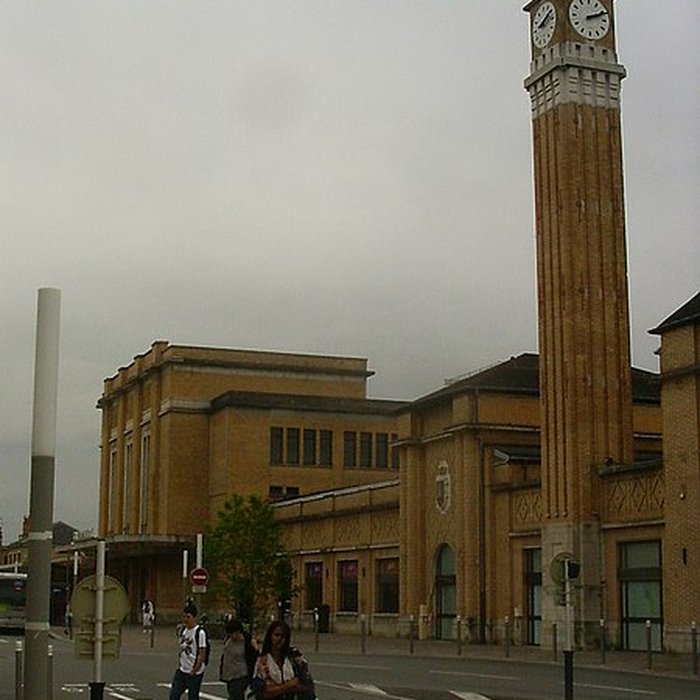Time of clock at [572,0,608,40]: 2:11
